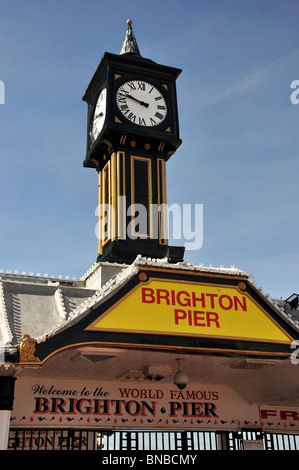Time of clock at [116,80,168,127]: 9:47
